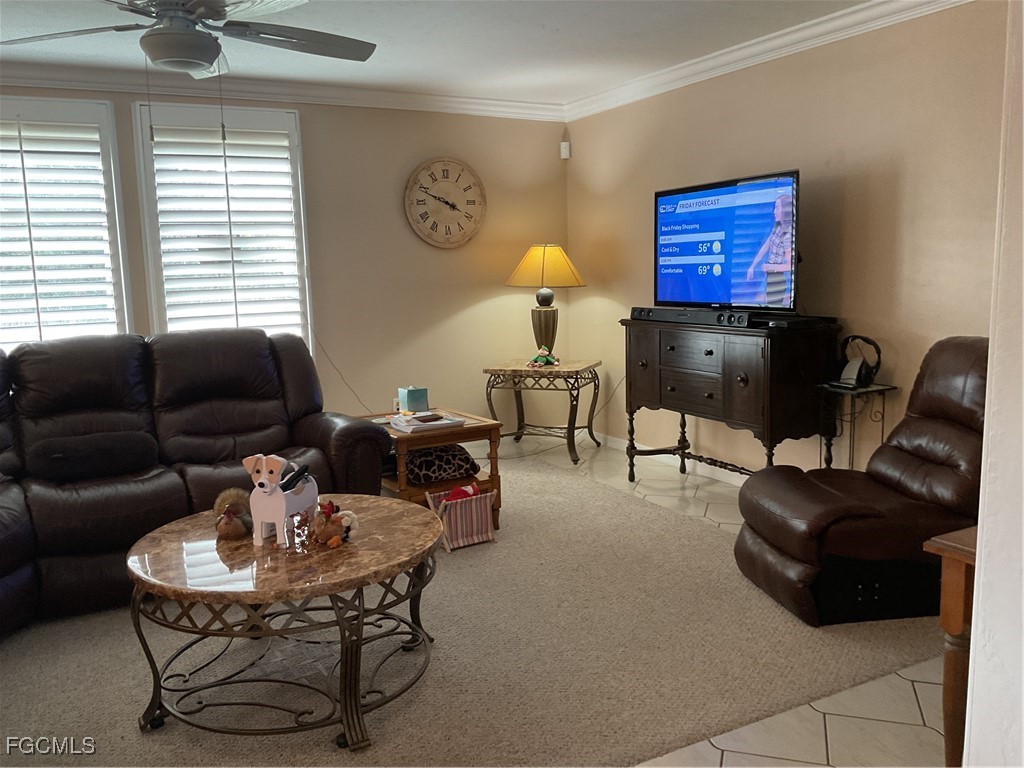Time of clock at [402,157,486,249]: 3:48
